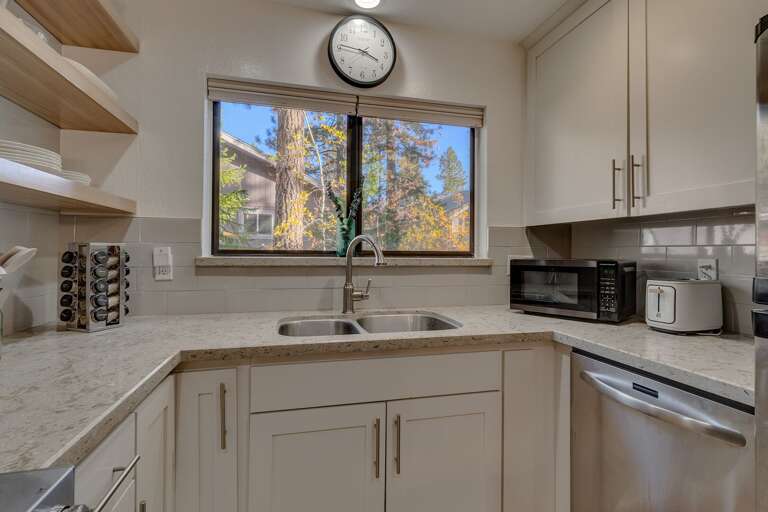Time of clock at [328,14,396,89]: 3:46
